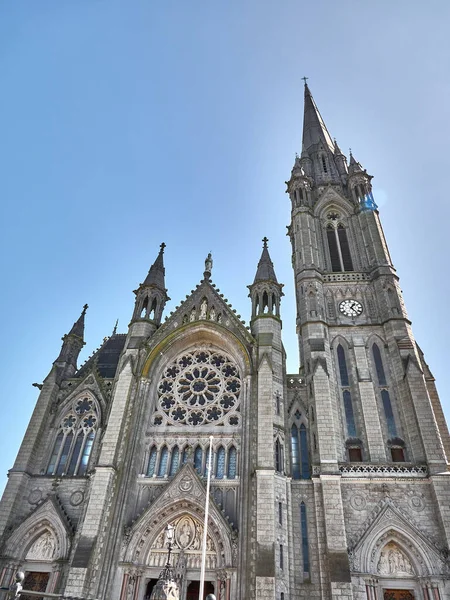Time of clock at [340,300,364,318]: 1:23
